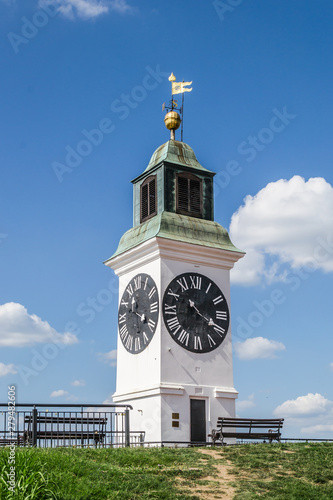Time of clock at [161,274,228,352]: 10:19
